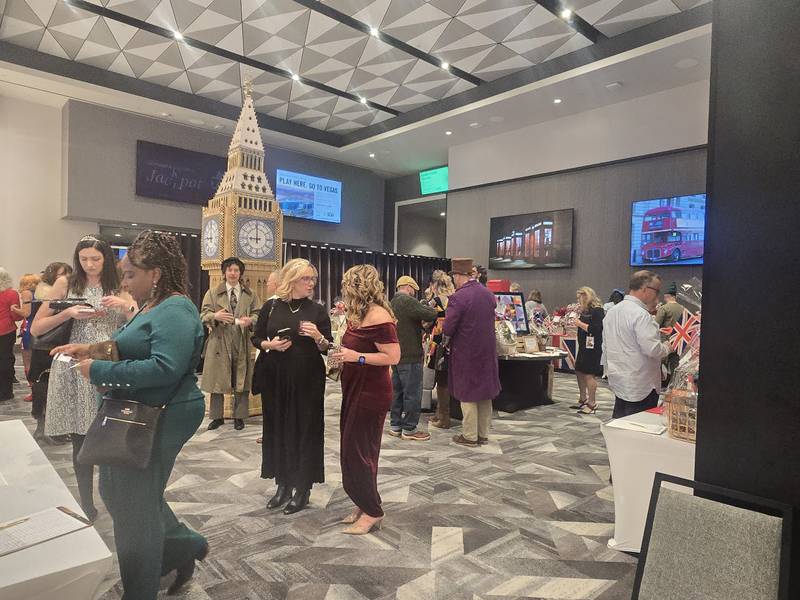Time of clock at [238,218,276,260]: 8:59
